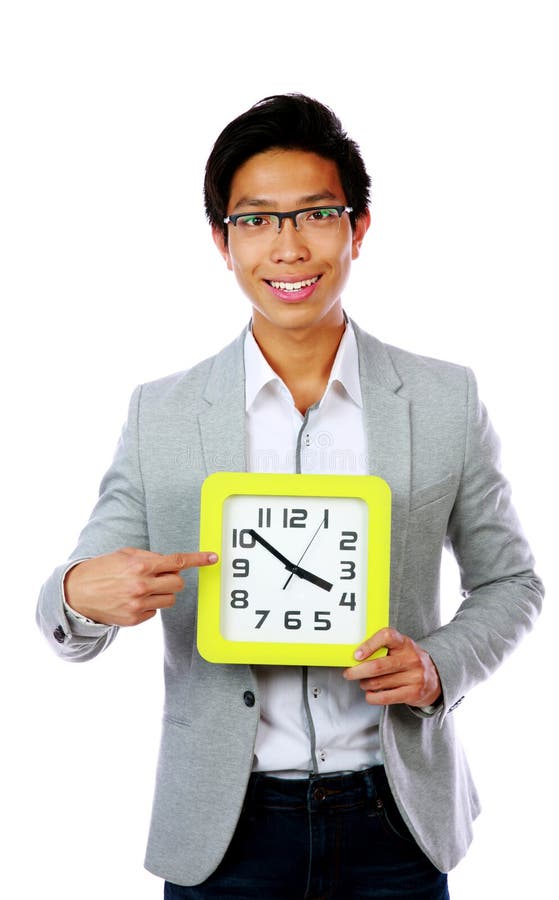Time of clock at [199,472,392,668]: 3:51
